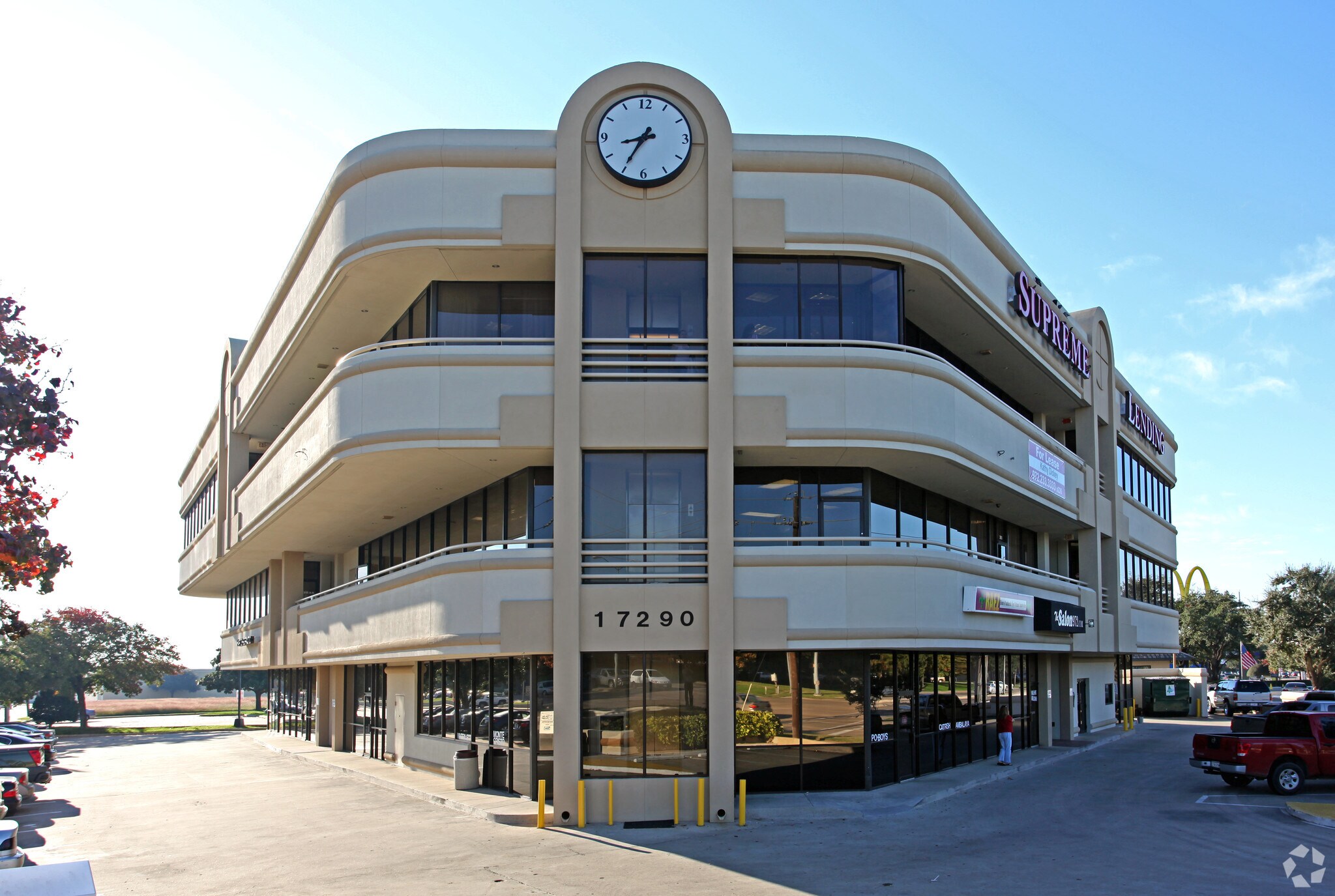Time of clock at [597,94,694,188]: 8:35
